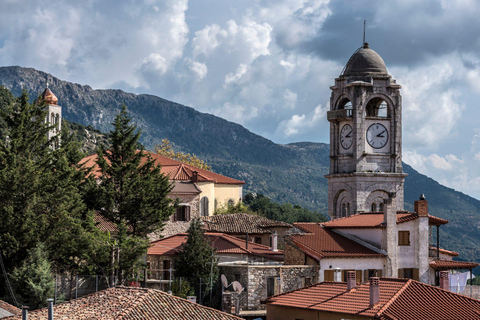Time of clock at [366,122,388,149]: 3:09
